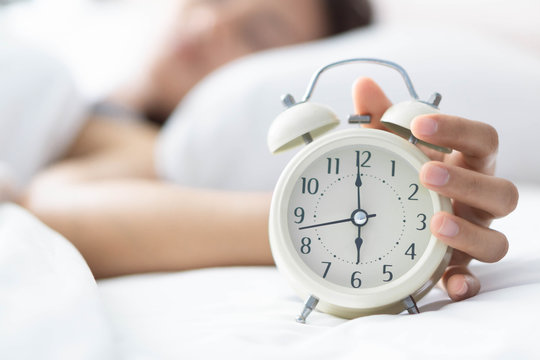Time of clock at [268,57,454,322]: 5:59
